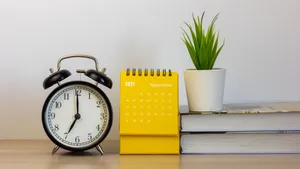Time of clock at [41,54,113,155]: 7:00
